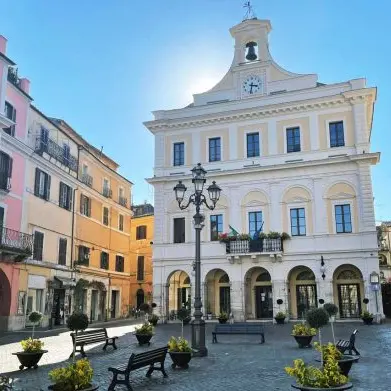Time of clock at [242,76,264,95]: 3:32
